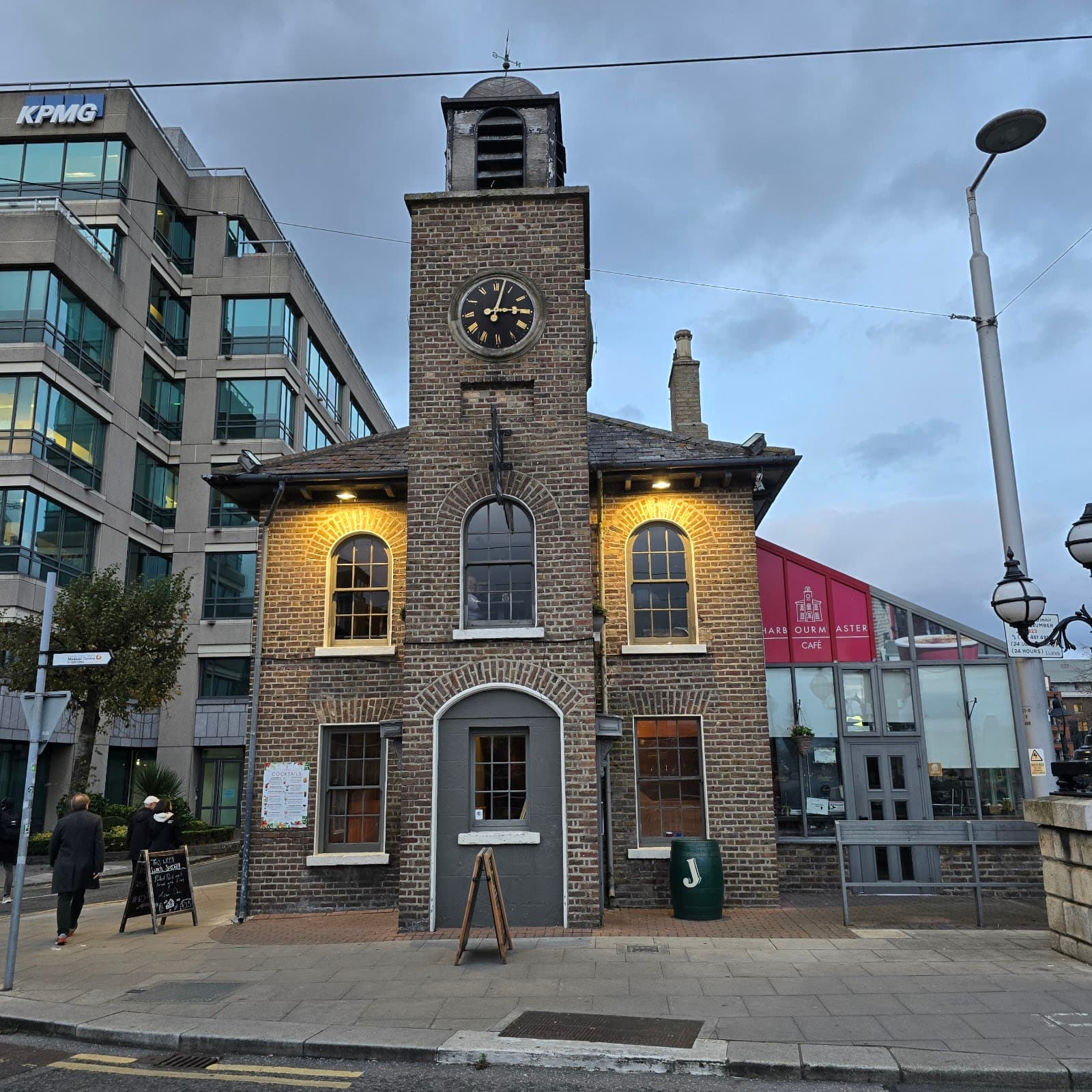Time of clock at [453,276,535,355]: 3:02
